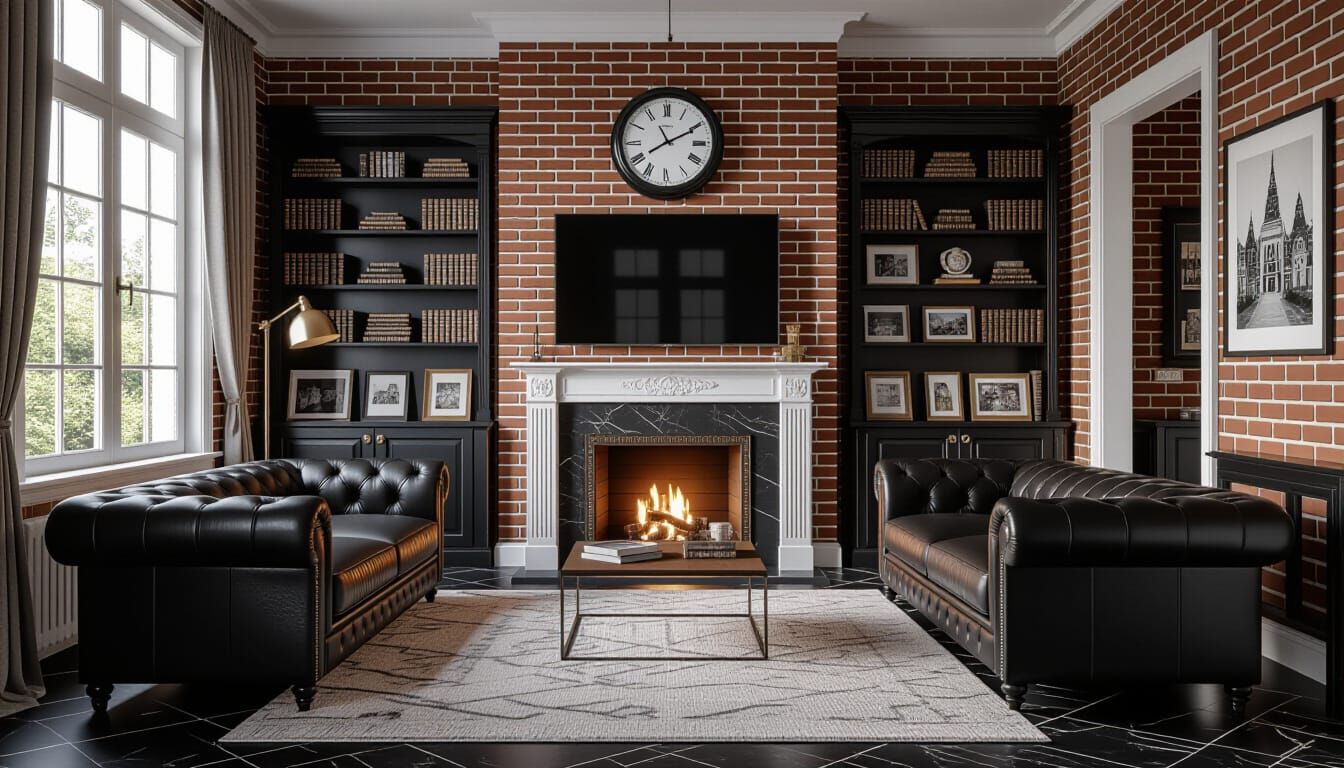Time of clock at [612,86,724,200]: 11:10
